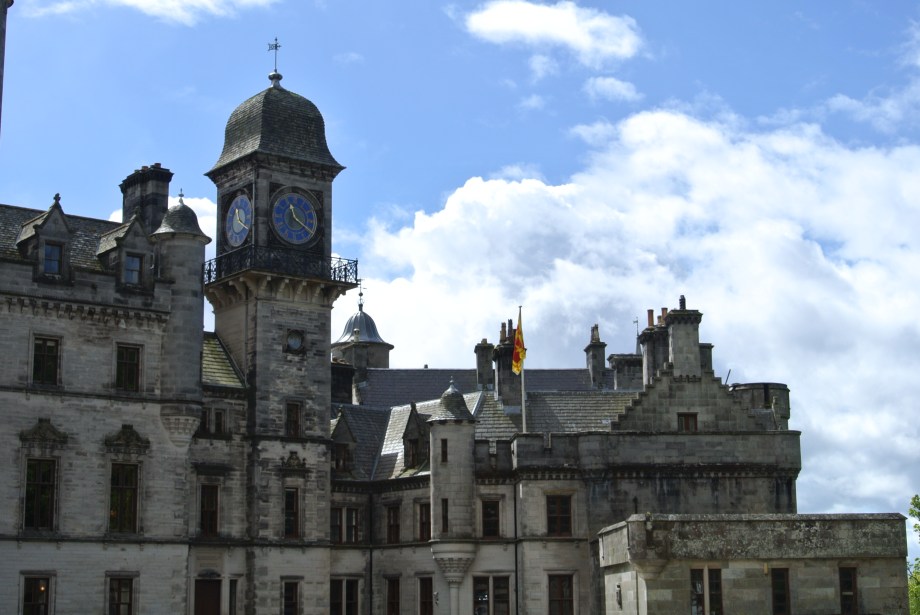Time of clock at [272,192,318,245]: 11:20
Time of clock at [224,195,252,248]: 11:20
